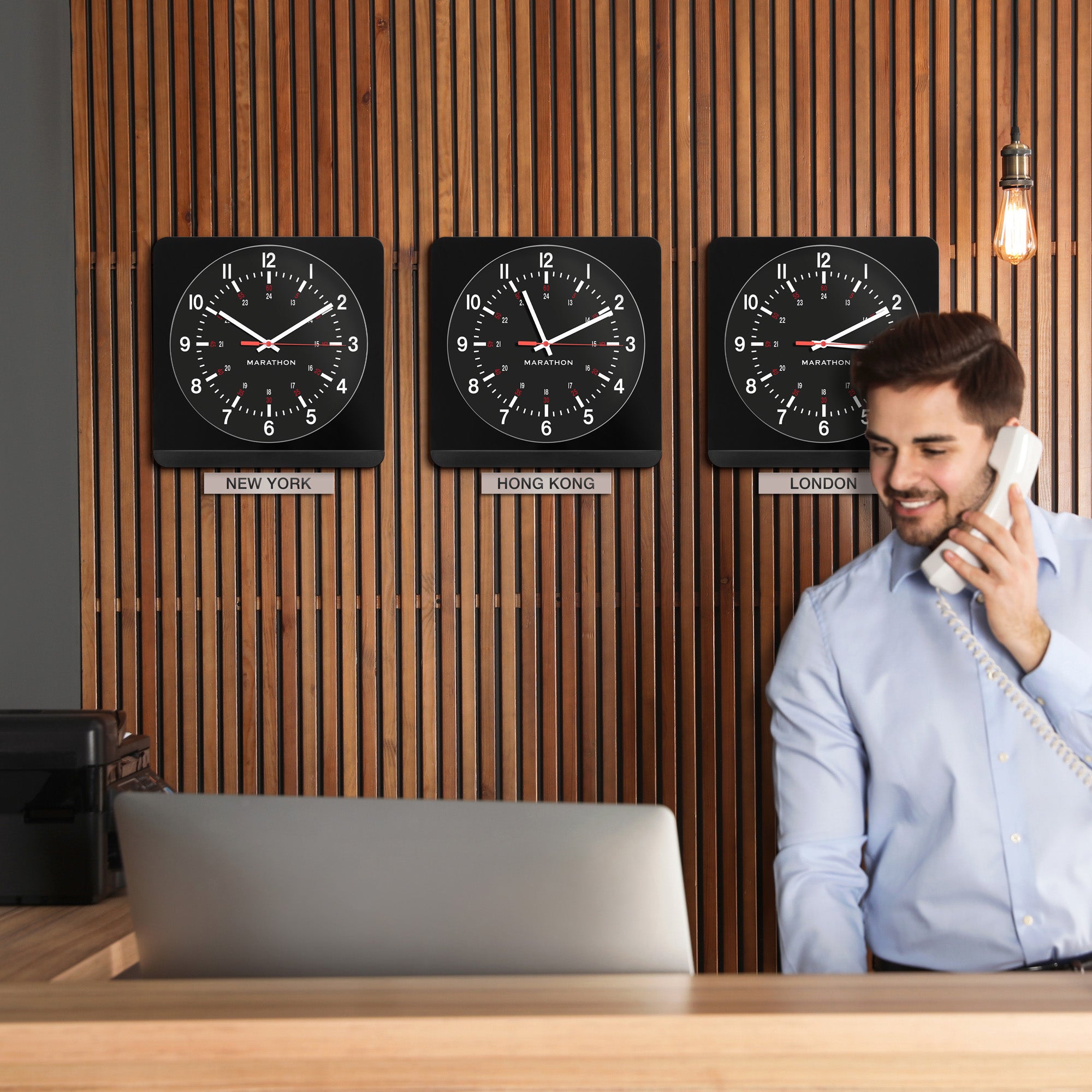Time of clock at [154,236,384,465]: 10:09
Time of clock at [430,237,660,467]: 11:10
